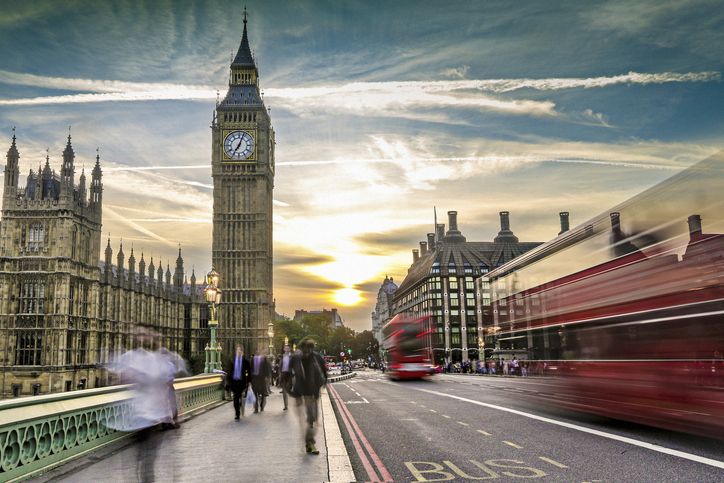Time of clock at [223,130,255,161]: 7:03
